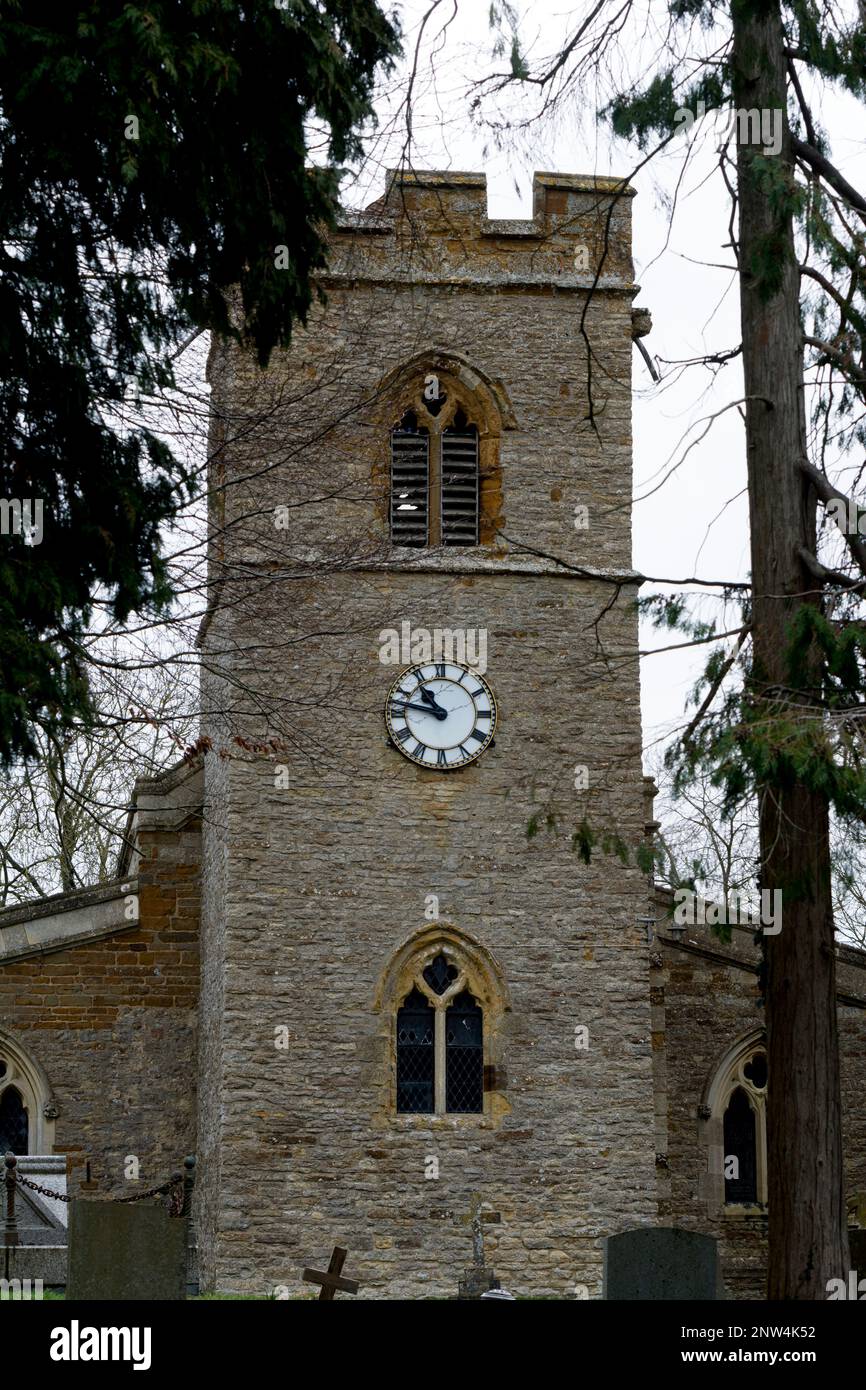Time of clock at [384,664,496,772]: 10:47
